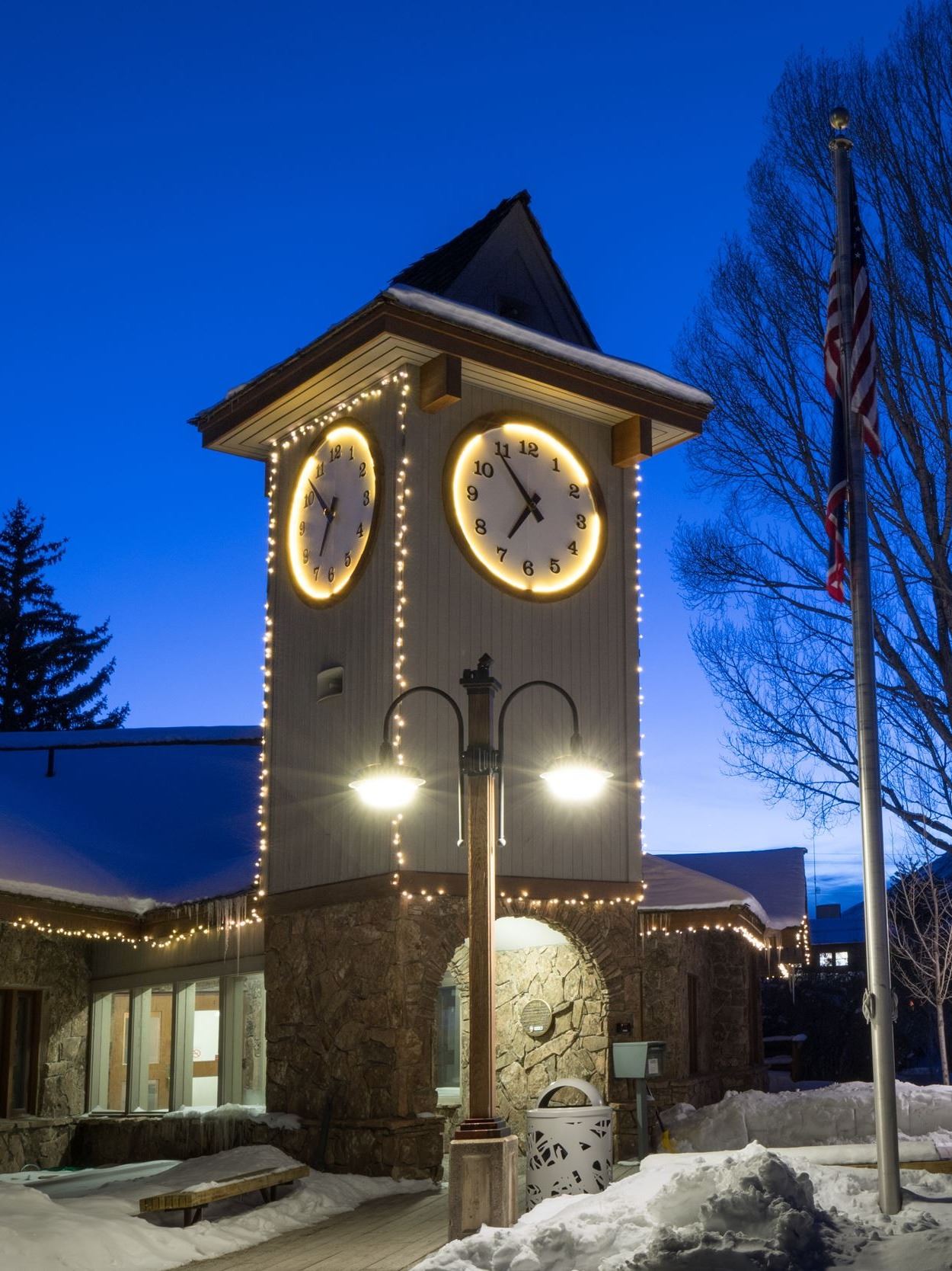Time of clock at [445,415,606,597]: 6:54
